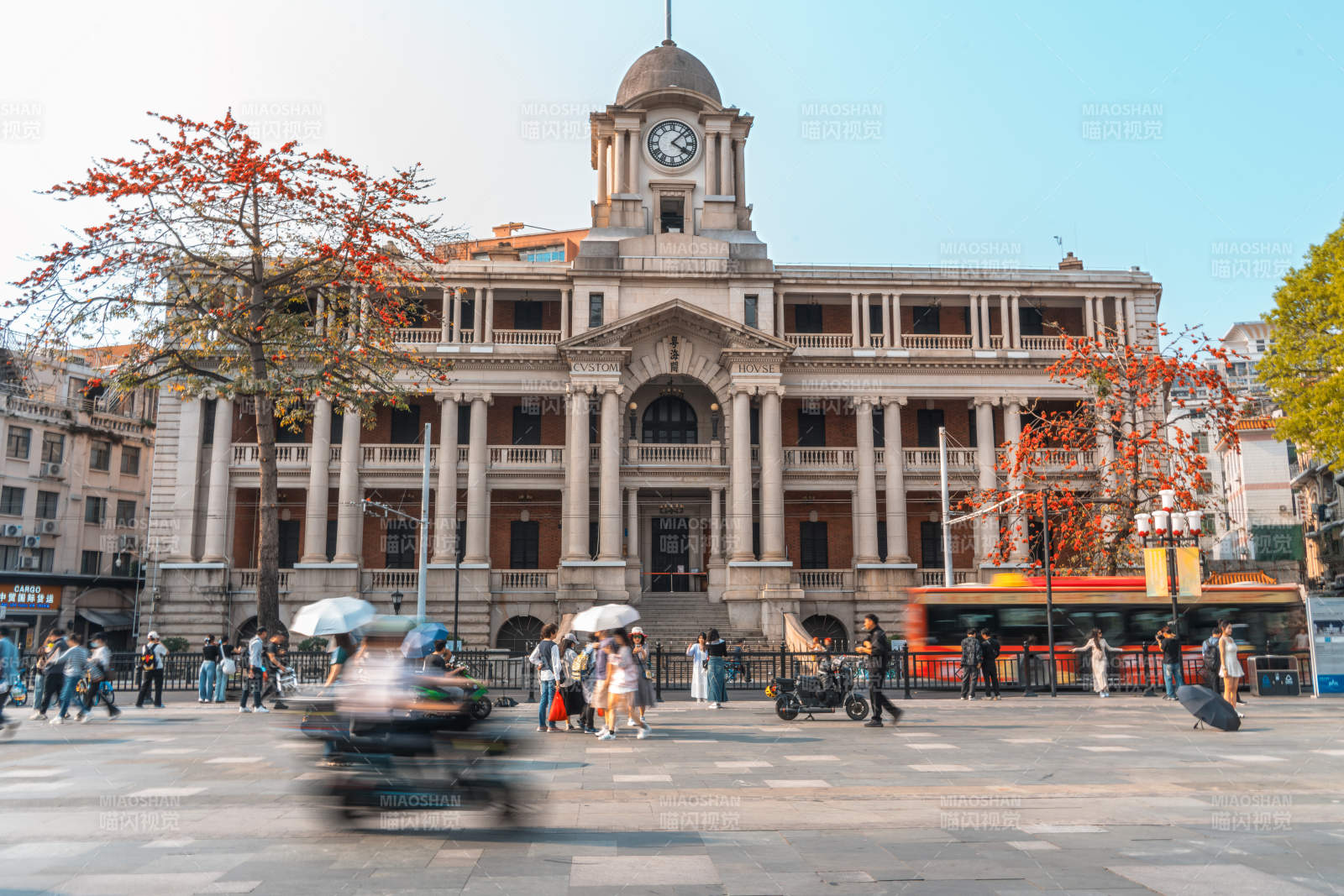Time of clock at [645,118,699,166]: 4:07
